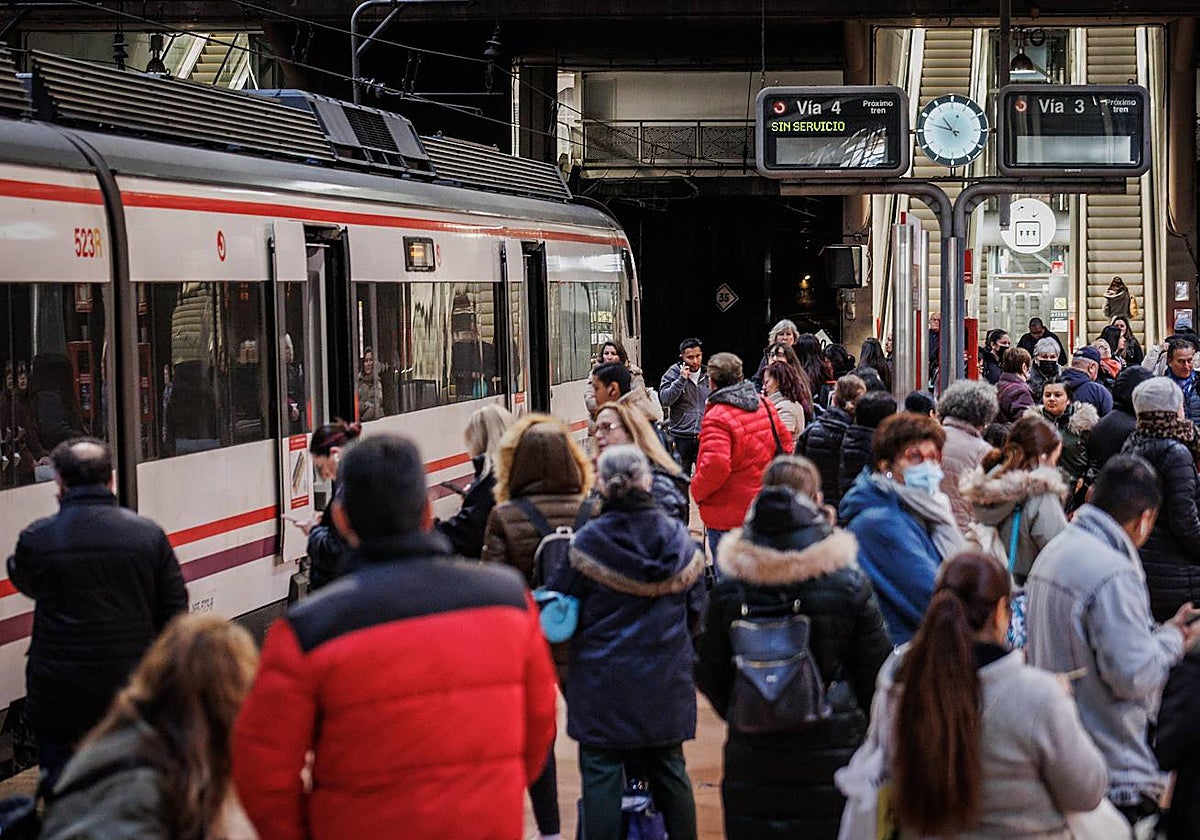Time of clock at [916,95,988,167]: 10:47
